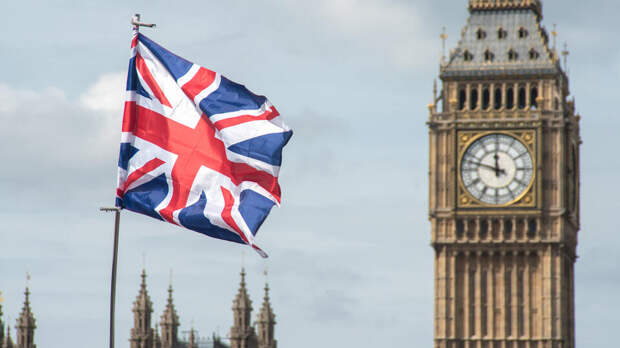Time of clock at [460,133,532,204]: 11:47
